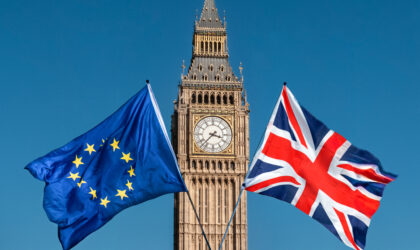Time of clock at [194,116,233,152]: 3:37
